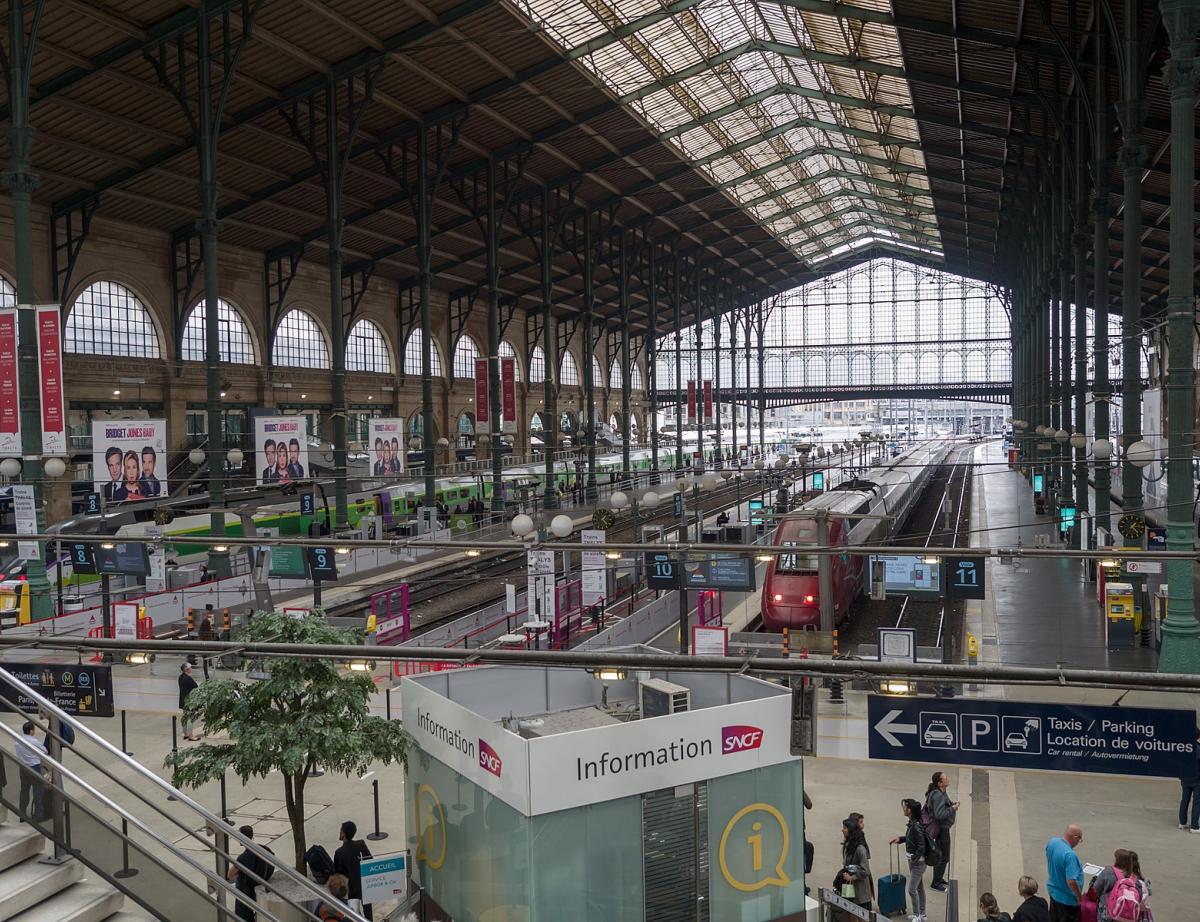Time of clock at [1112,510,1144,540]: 1:22
